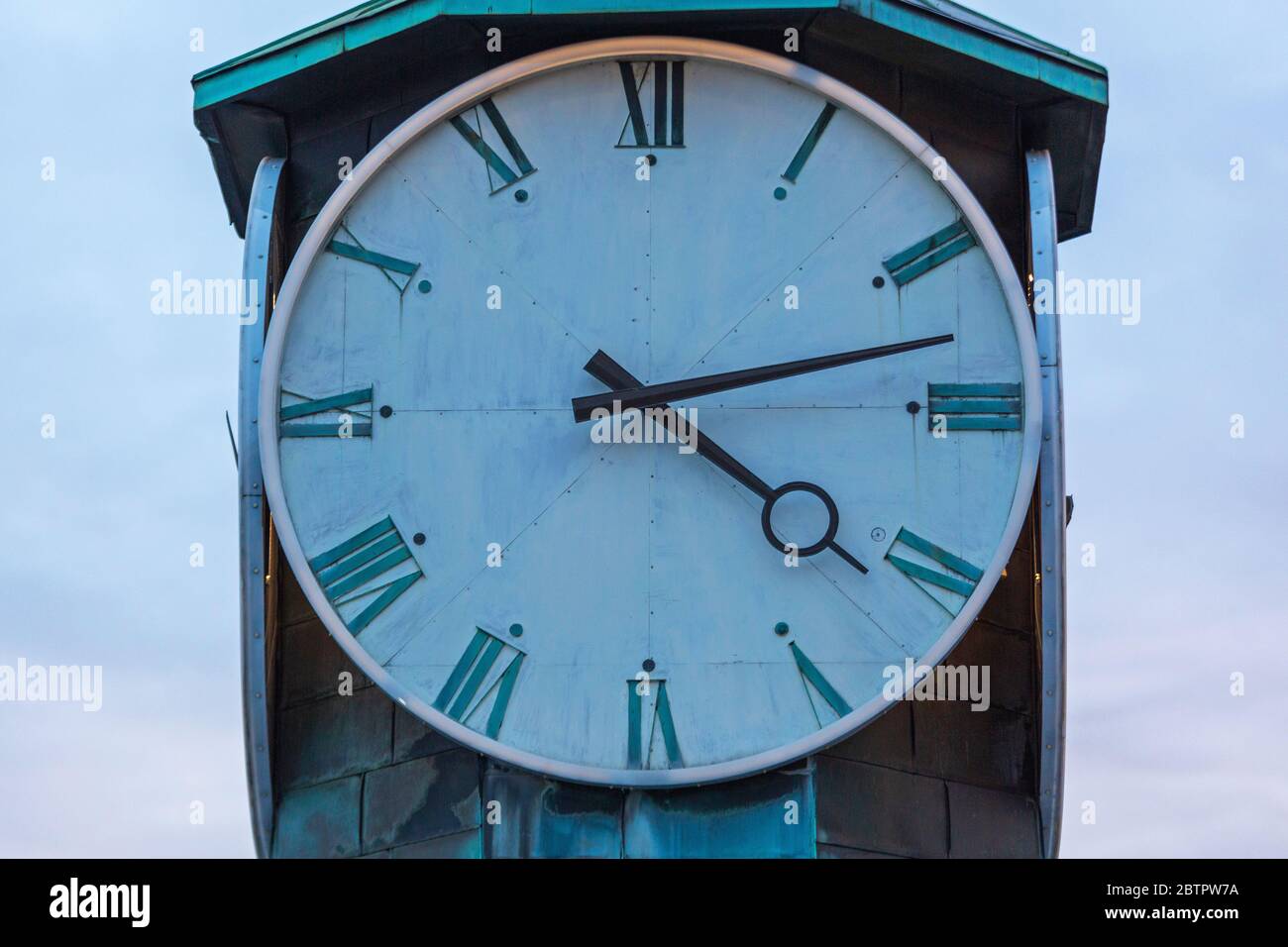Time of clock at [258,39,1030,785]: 4:12
